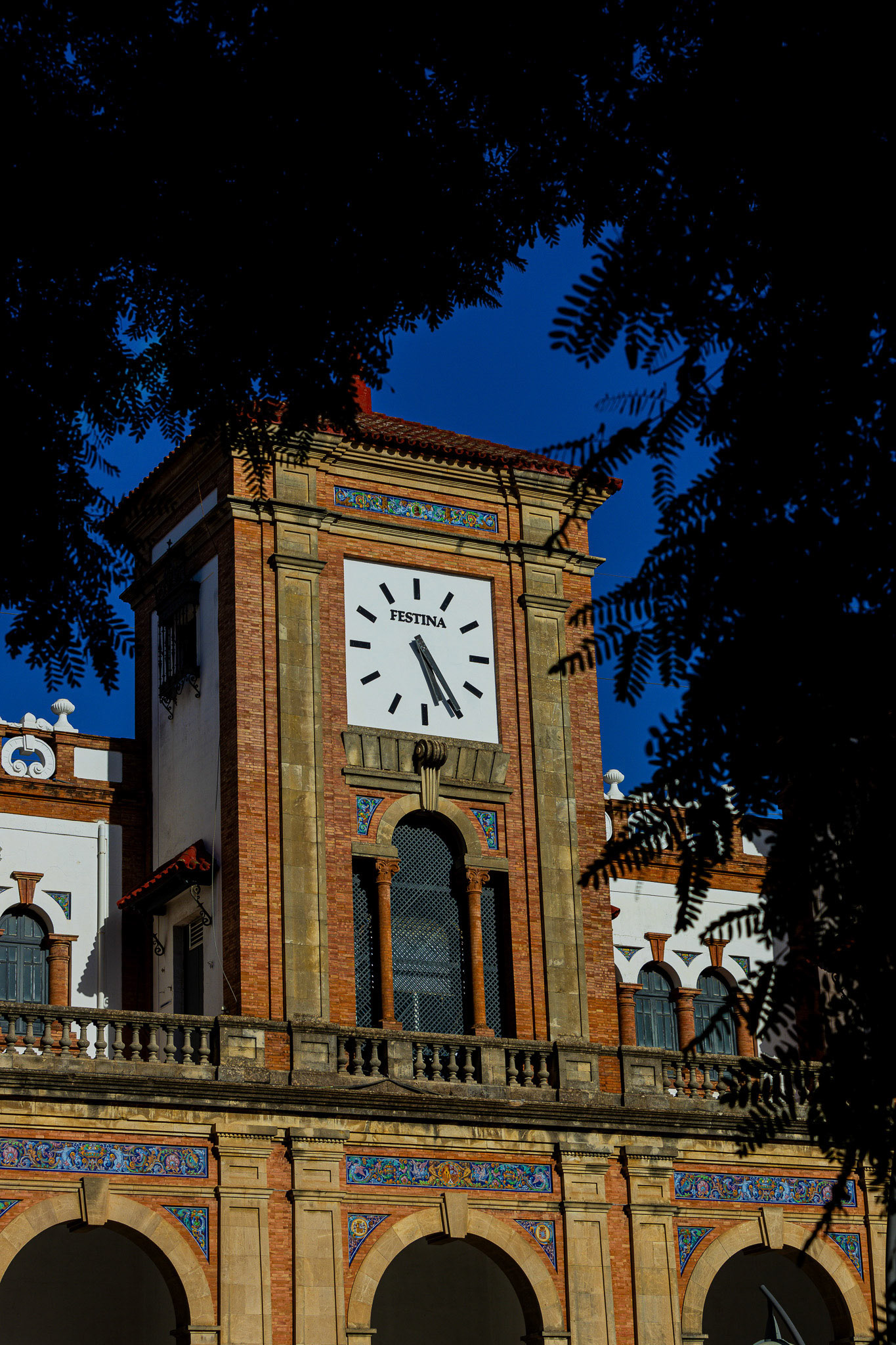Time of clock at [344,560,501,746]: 5:24
